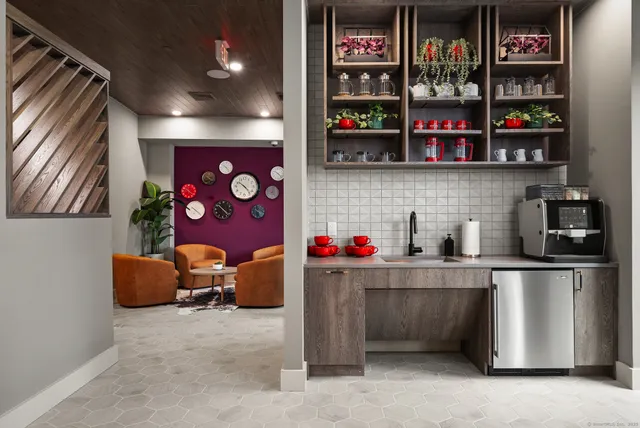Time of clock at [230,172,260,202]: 10:23
